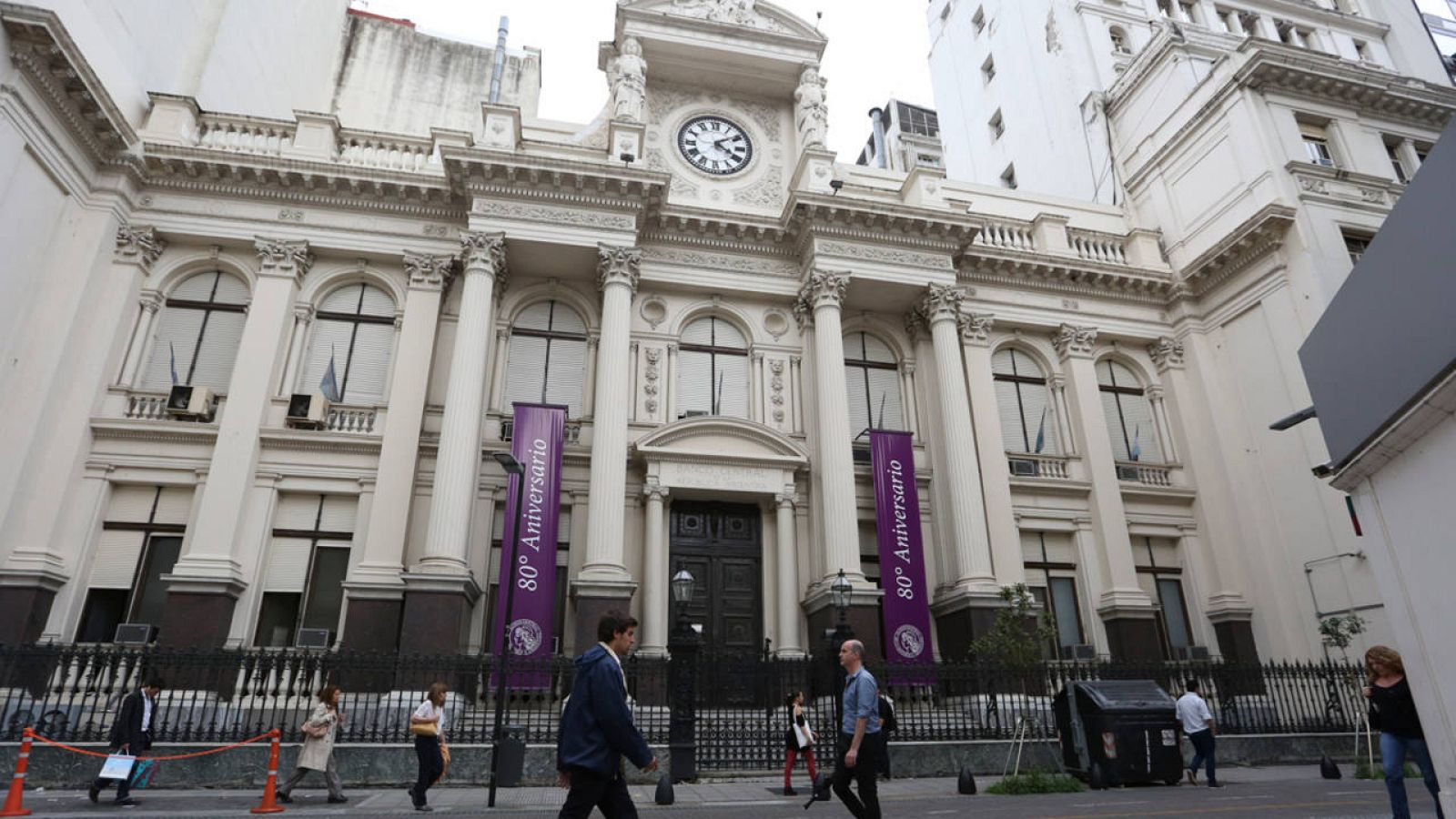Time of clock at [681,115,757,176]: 4:09
